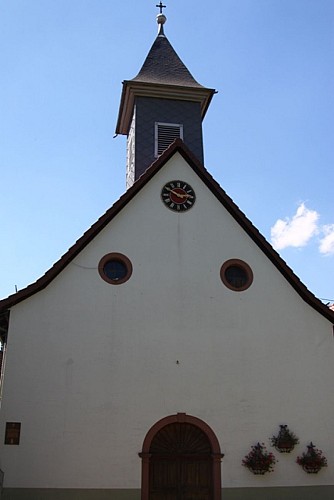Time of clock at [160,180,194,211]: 2:49
